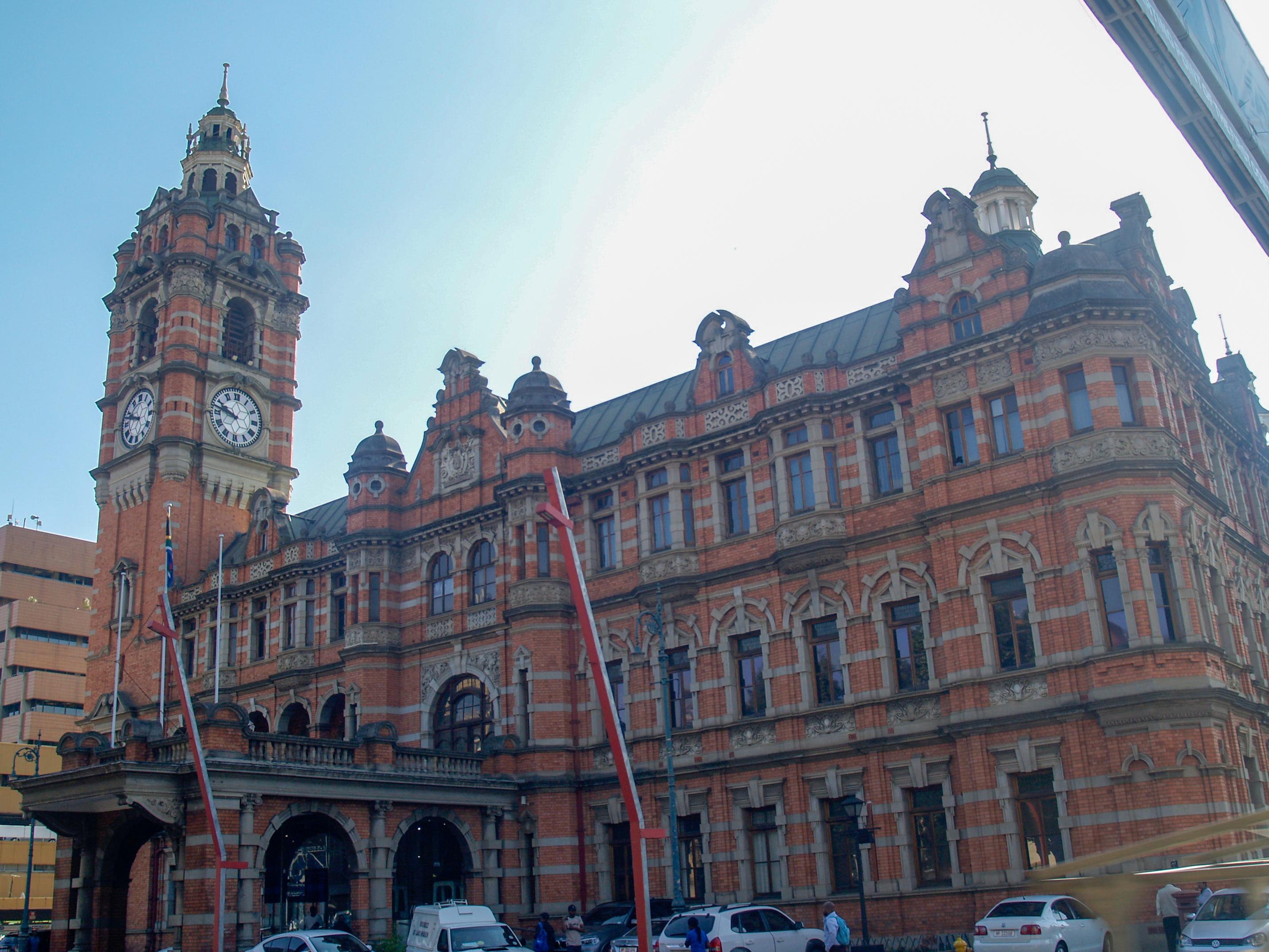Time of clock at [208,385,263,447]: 9:47
